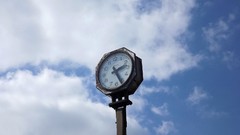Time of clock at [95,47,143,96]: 2:25
